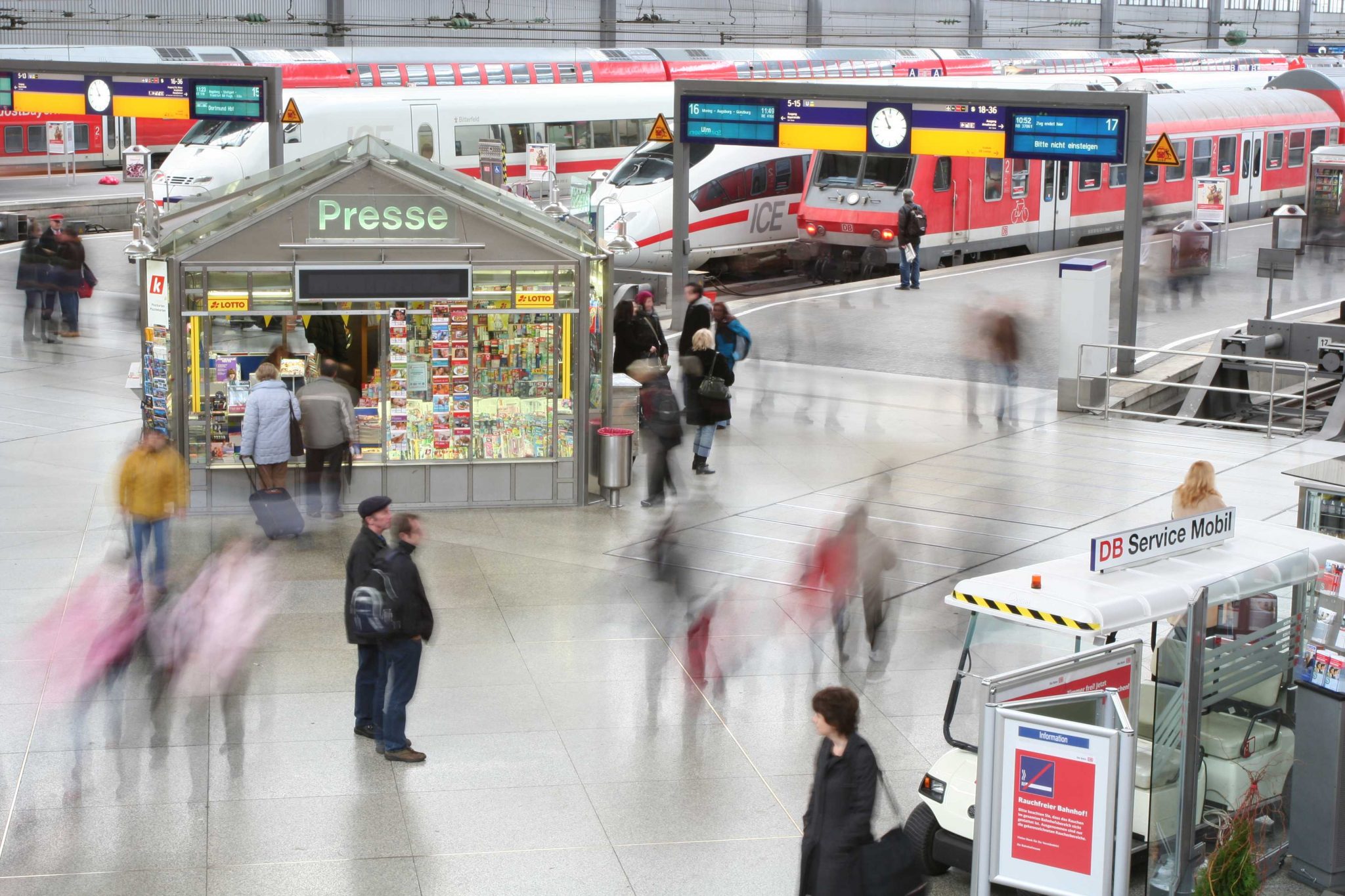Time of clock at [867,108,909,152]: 10:55
